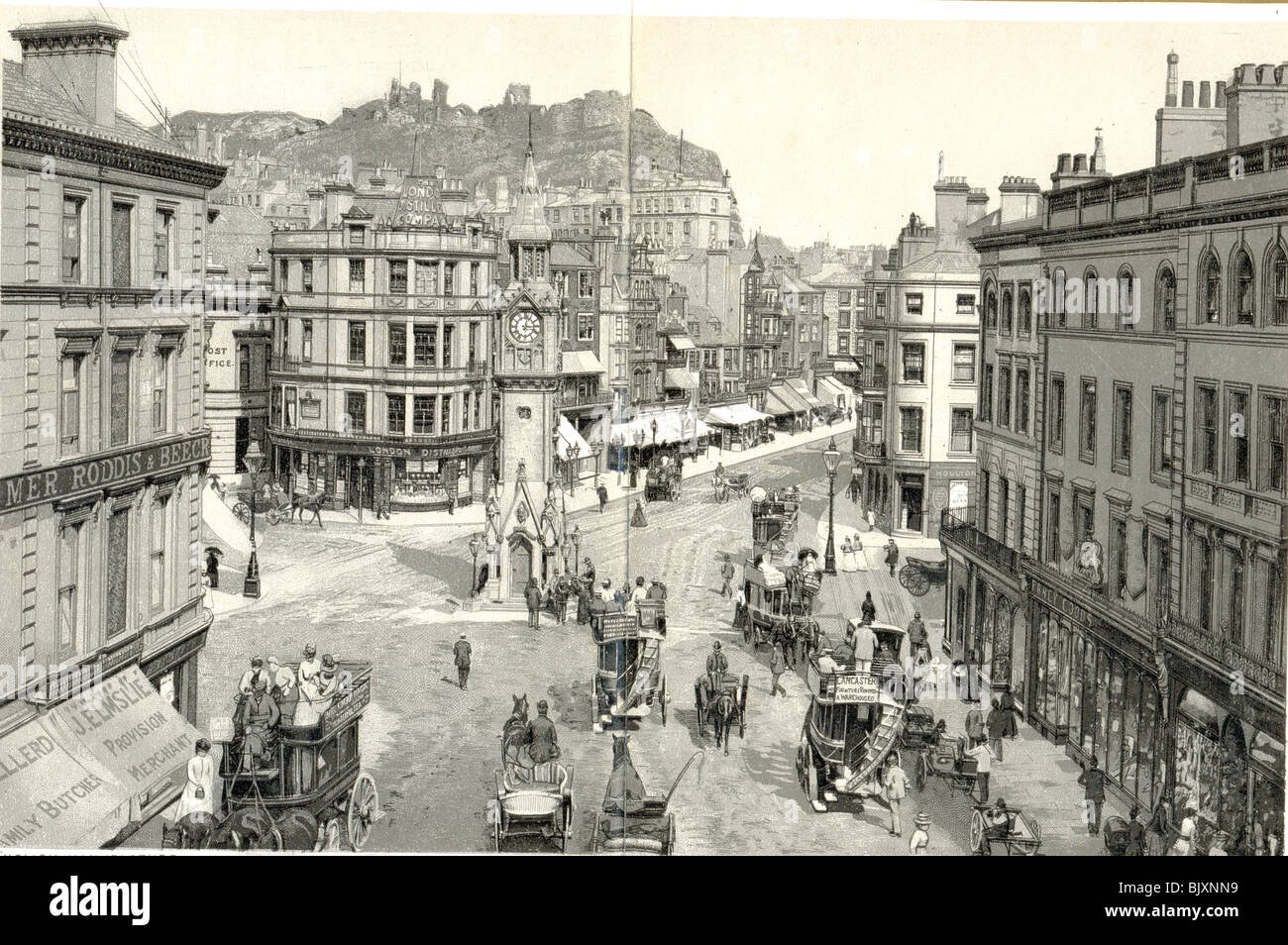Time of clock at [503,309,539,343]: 3:02
